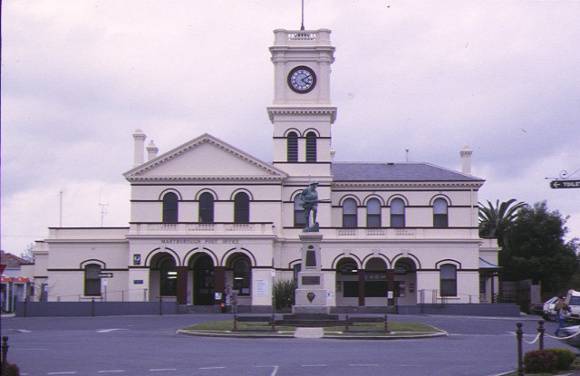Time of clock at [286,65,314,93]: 4:09
